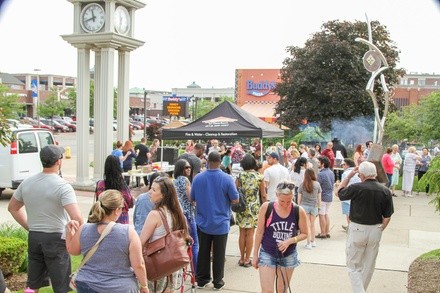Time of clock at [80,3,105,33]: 11:42
